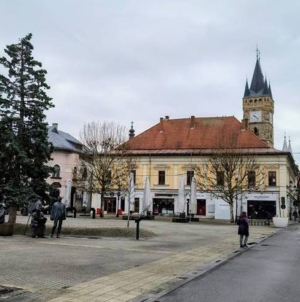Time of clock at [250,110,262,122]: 4:22
